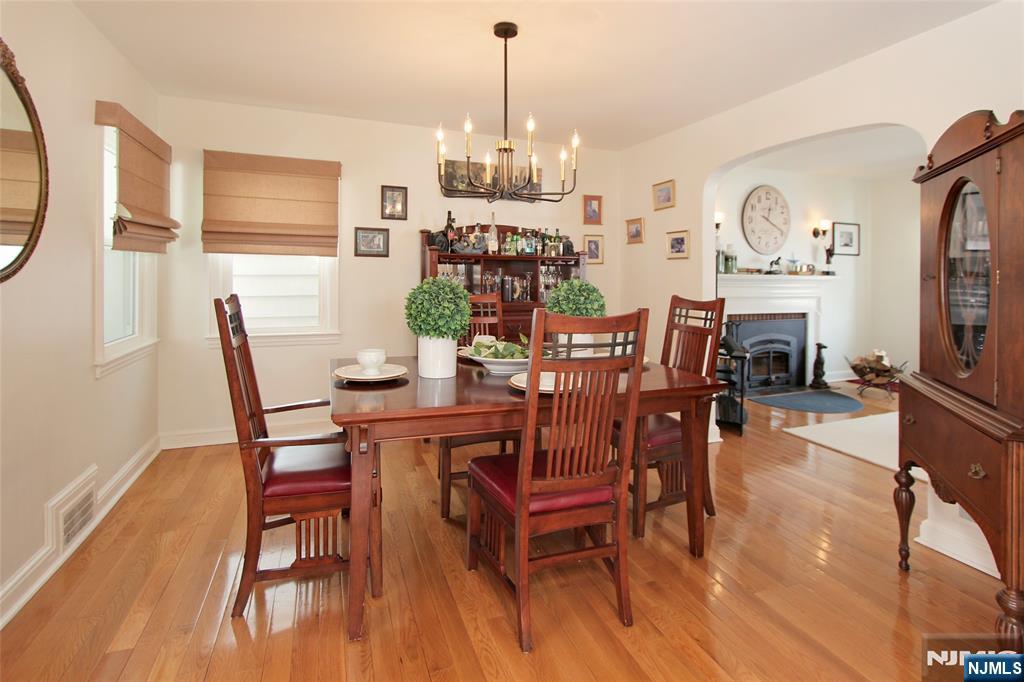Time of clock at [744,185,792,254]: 12:19
